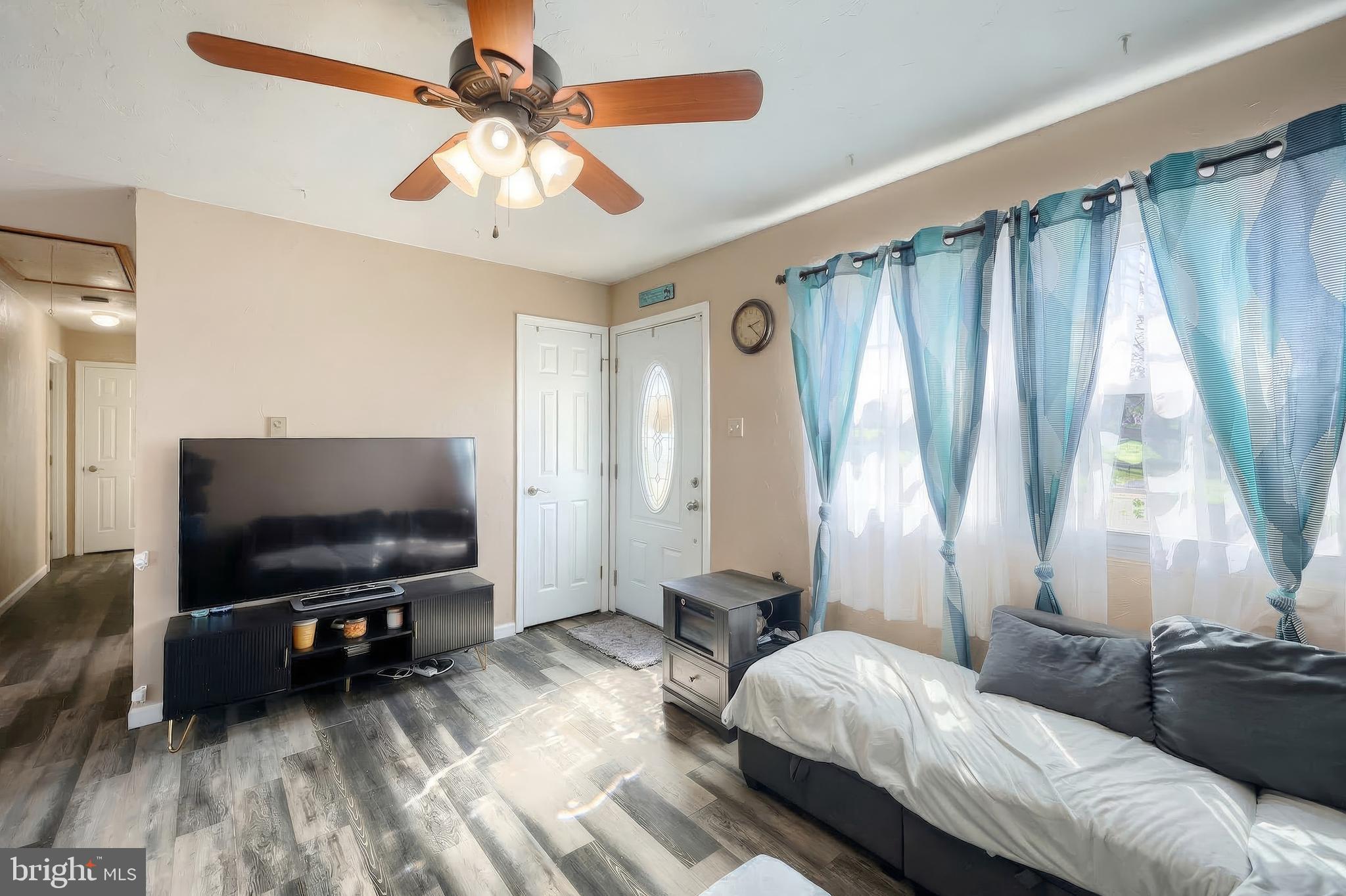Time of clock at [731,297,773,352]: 2:21
